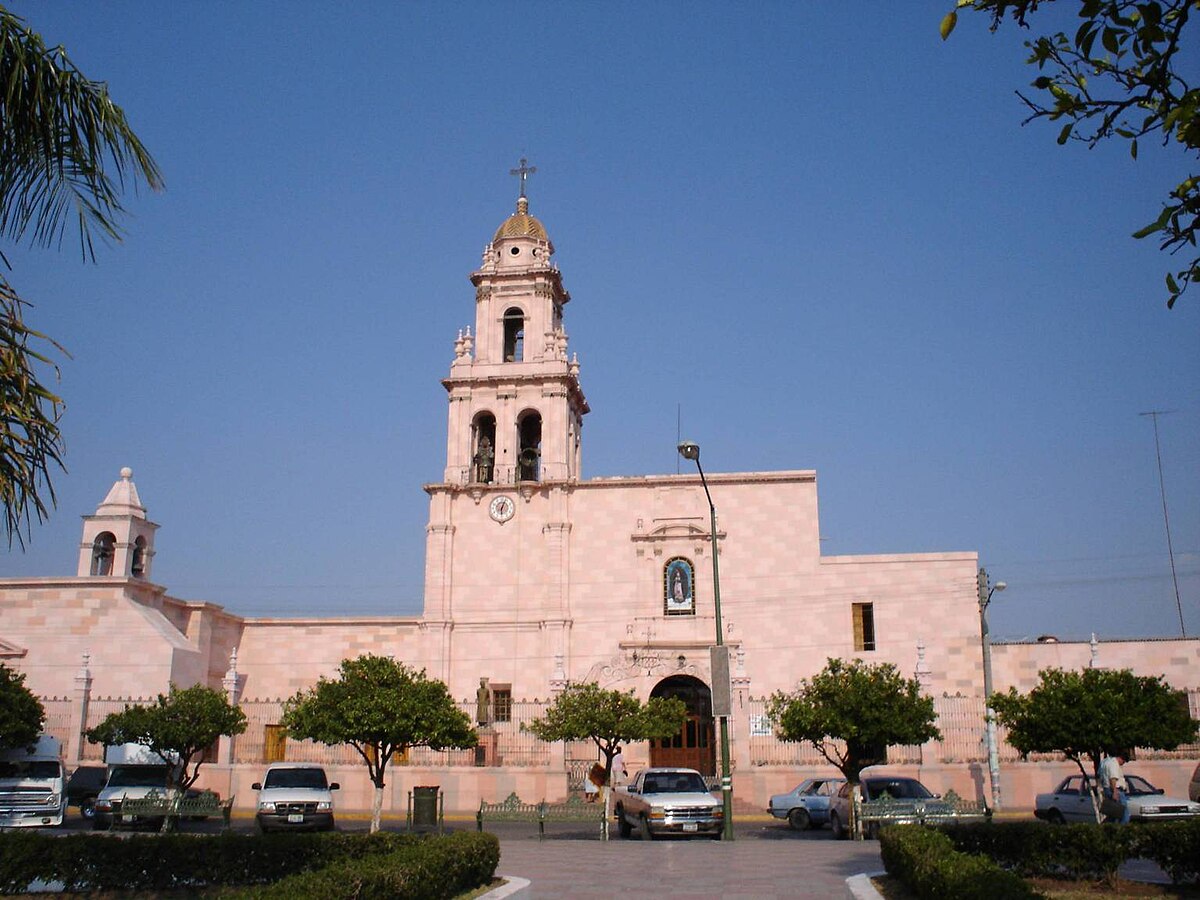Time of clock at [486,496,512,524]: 6:03
